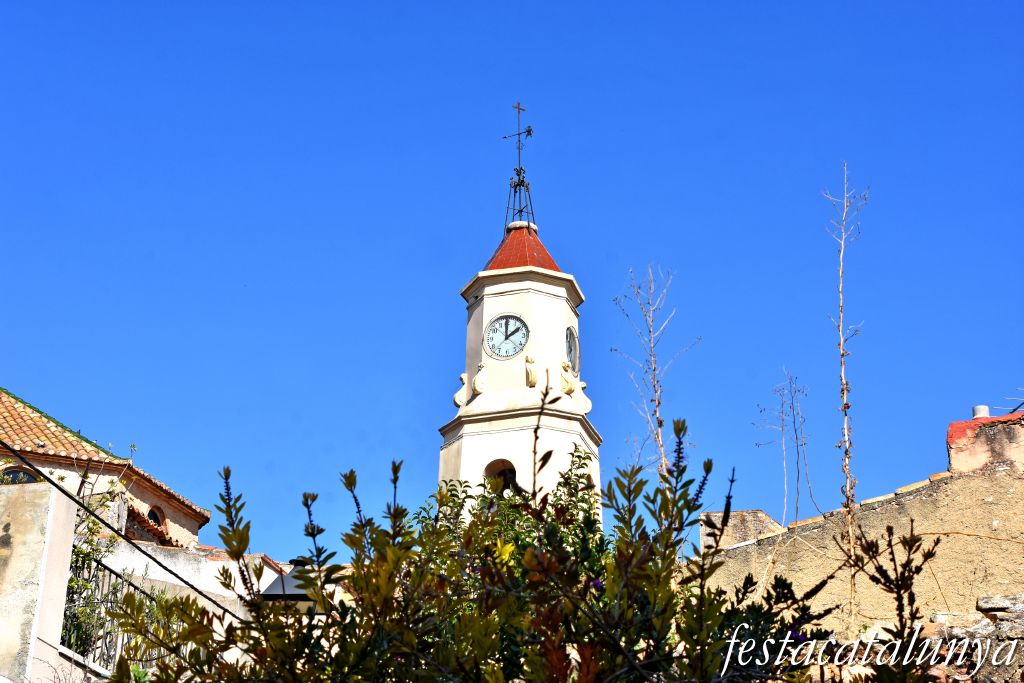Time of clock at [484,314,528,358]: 1:59
